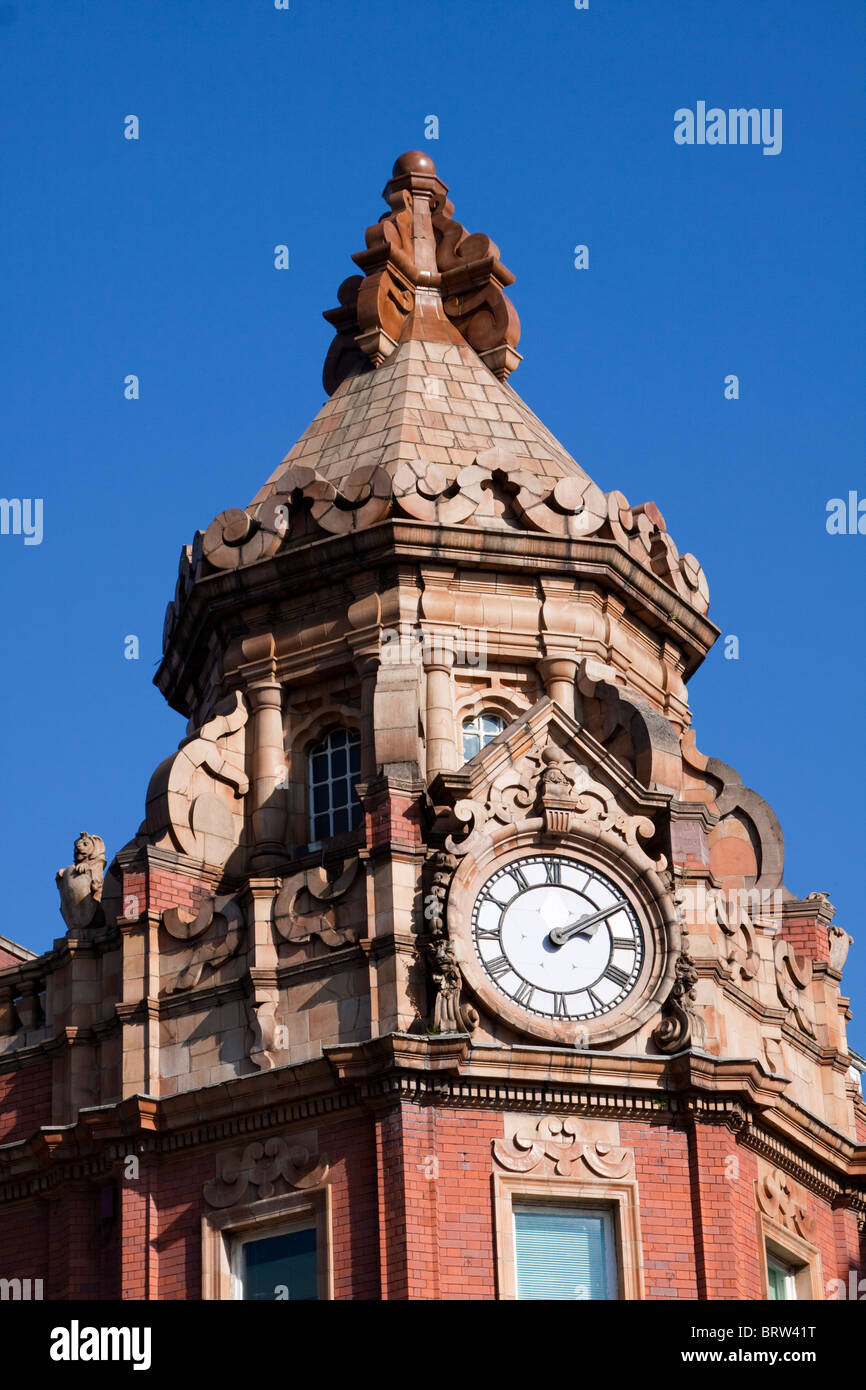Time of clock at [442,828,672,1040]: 2:09
